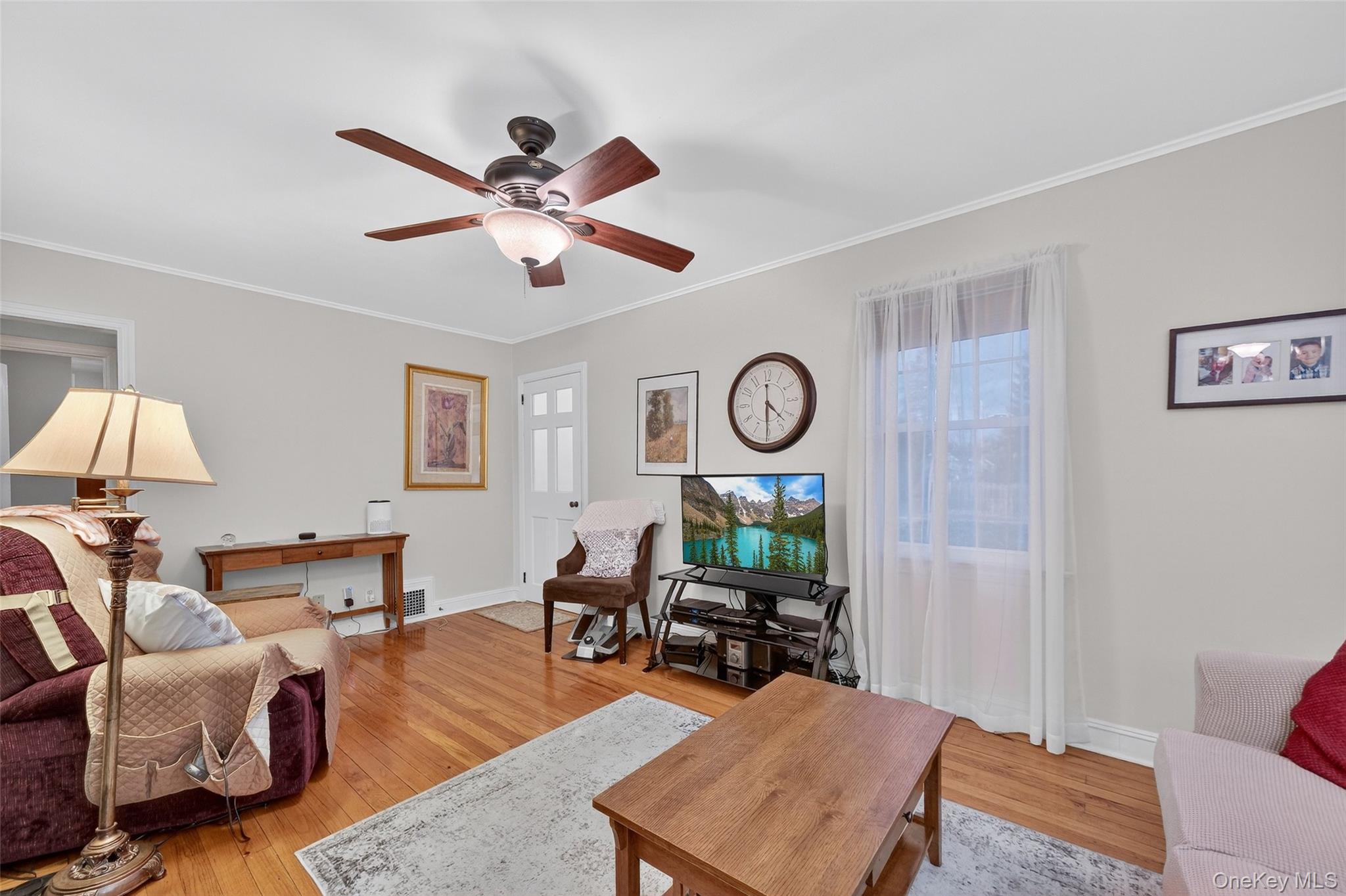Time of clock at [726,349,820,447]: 4:30
